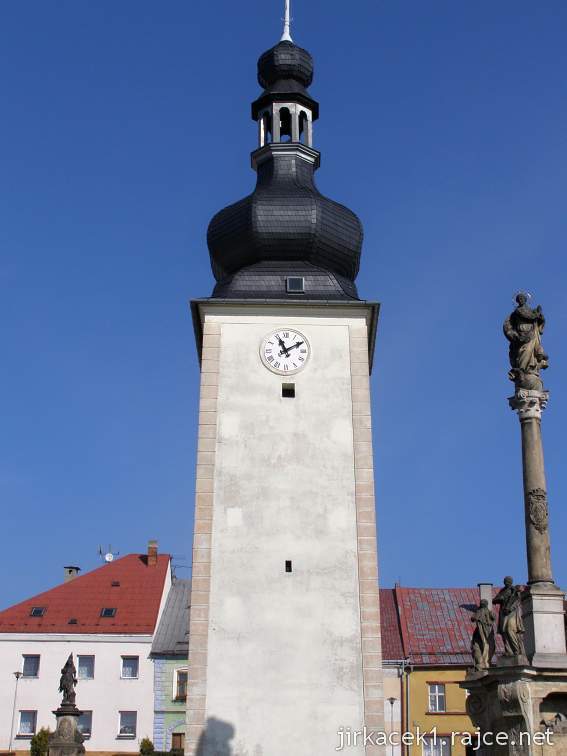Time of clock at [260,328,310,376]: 11:09
